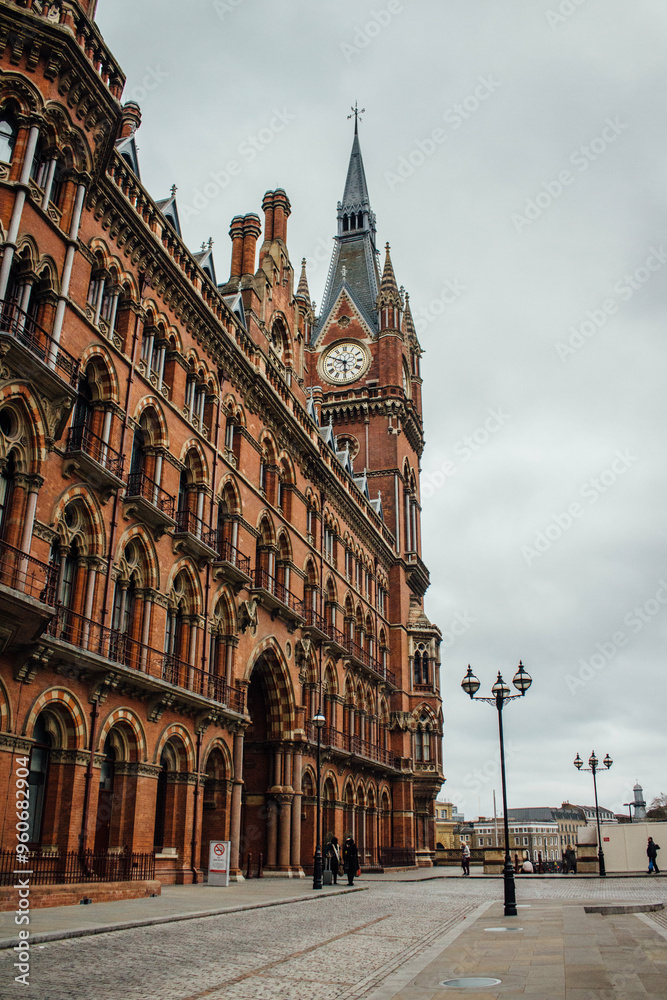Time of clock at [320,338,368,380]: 5:49
